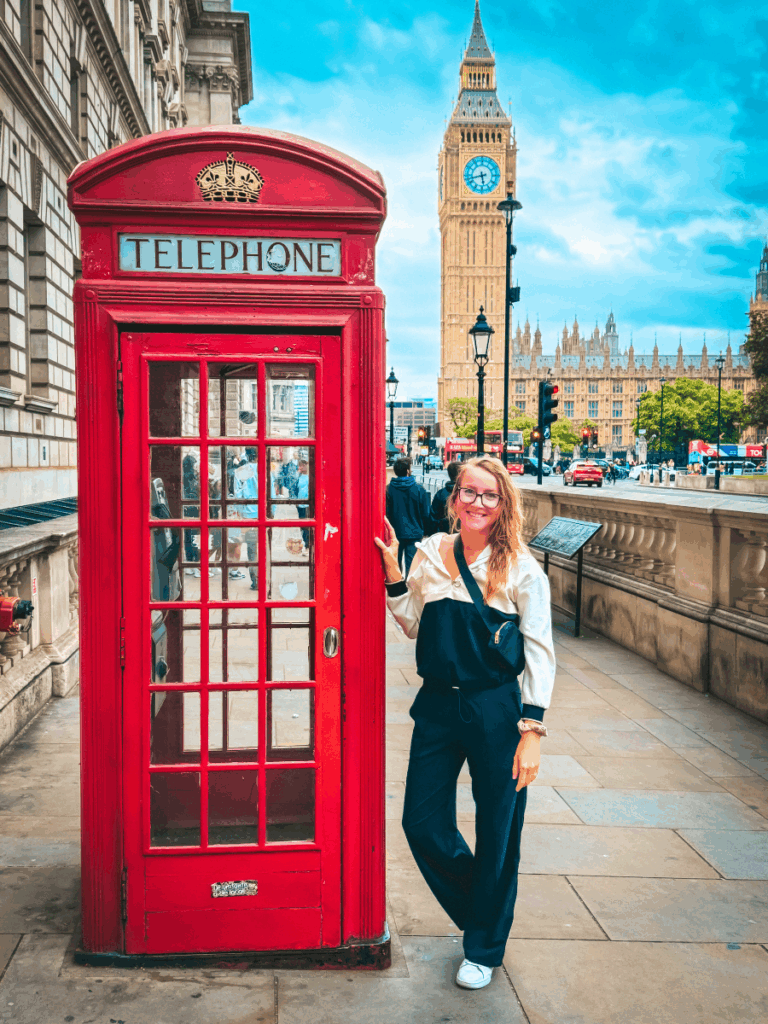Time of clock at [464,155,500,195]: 5:42
